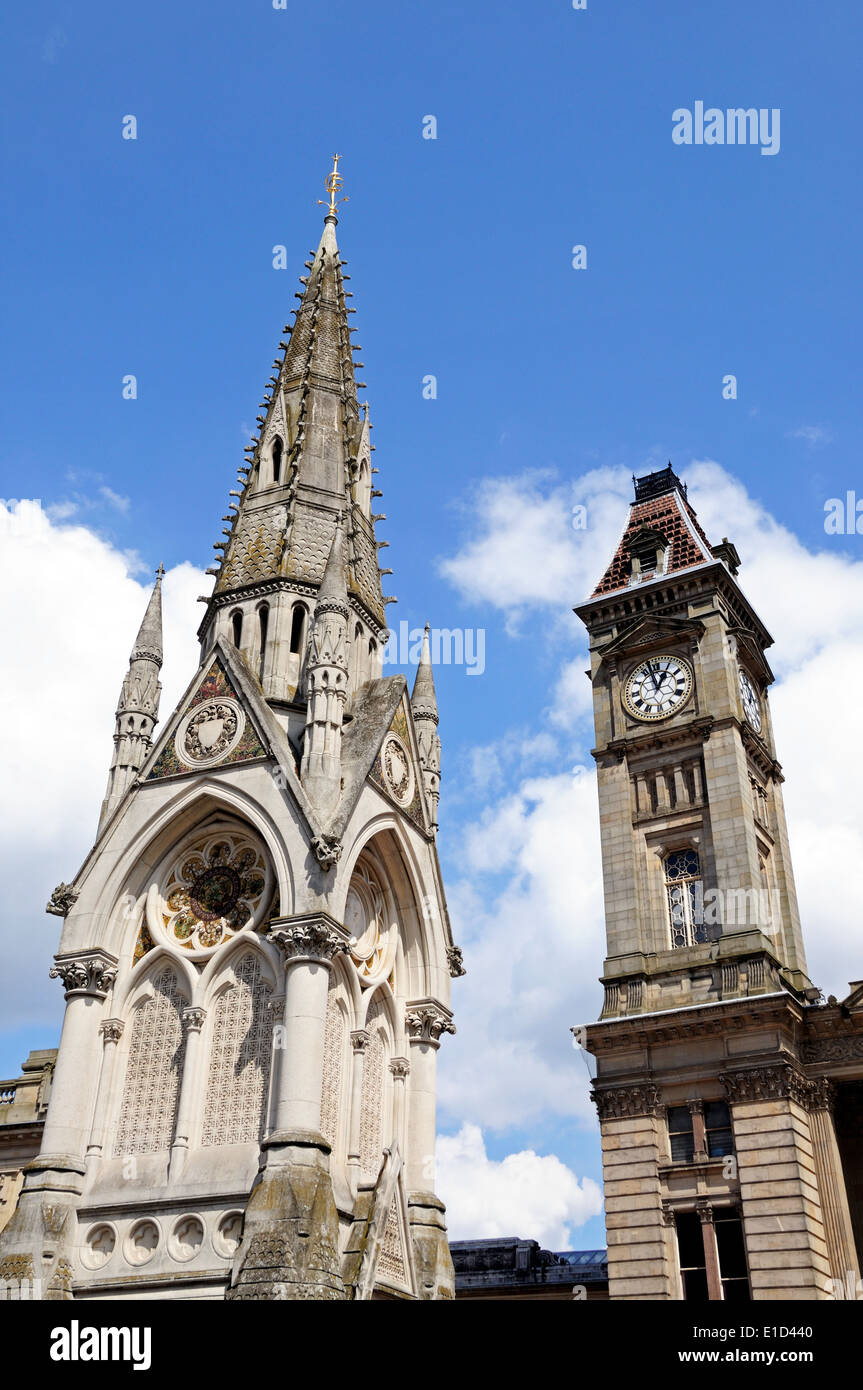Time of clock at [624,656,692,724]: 12:57
